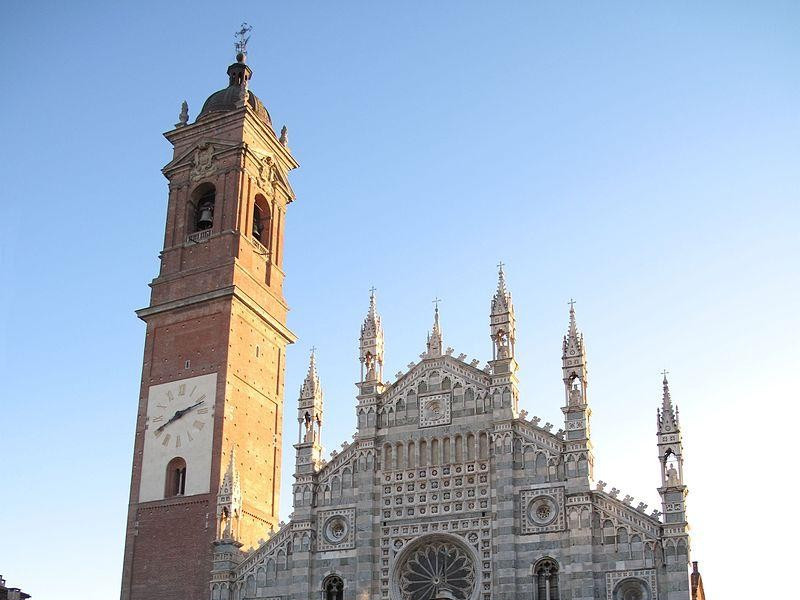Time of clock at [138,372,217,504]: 8:12
